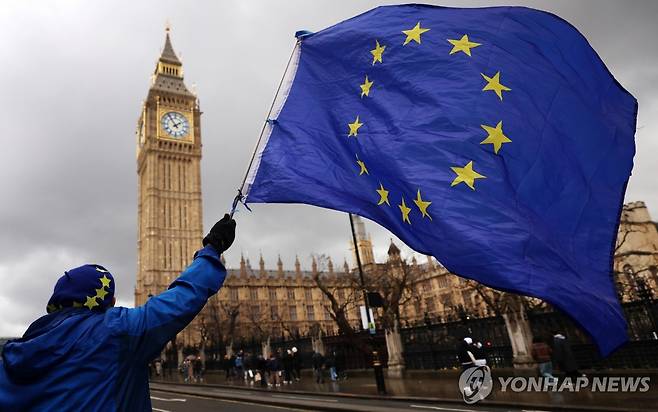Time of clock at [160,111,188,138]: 1:54
